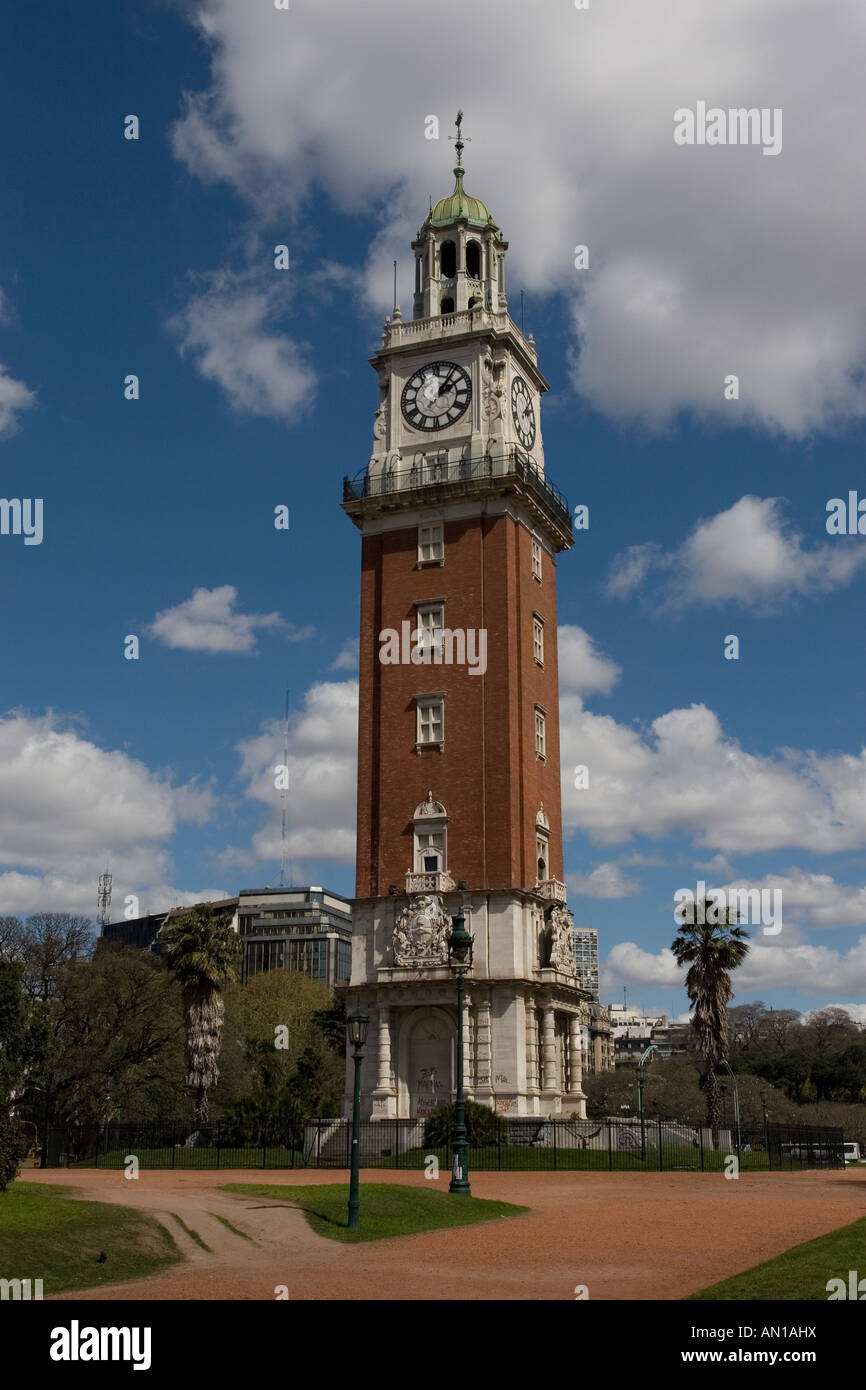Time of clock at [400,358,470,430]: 2:06
